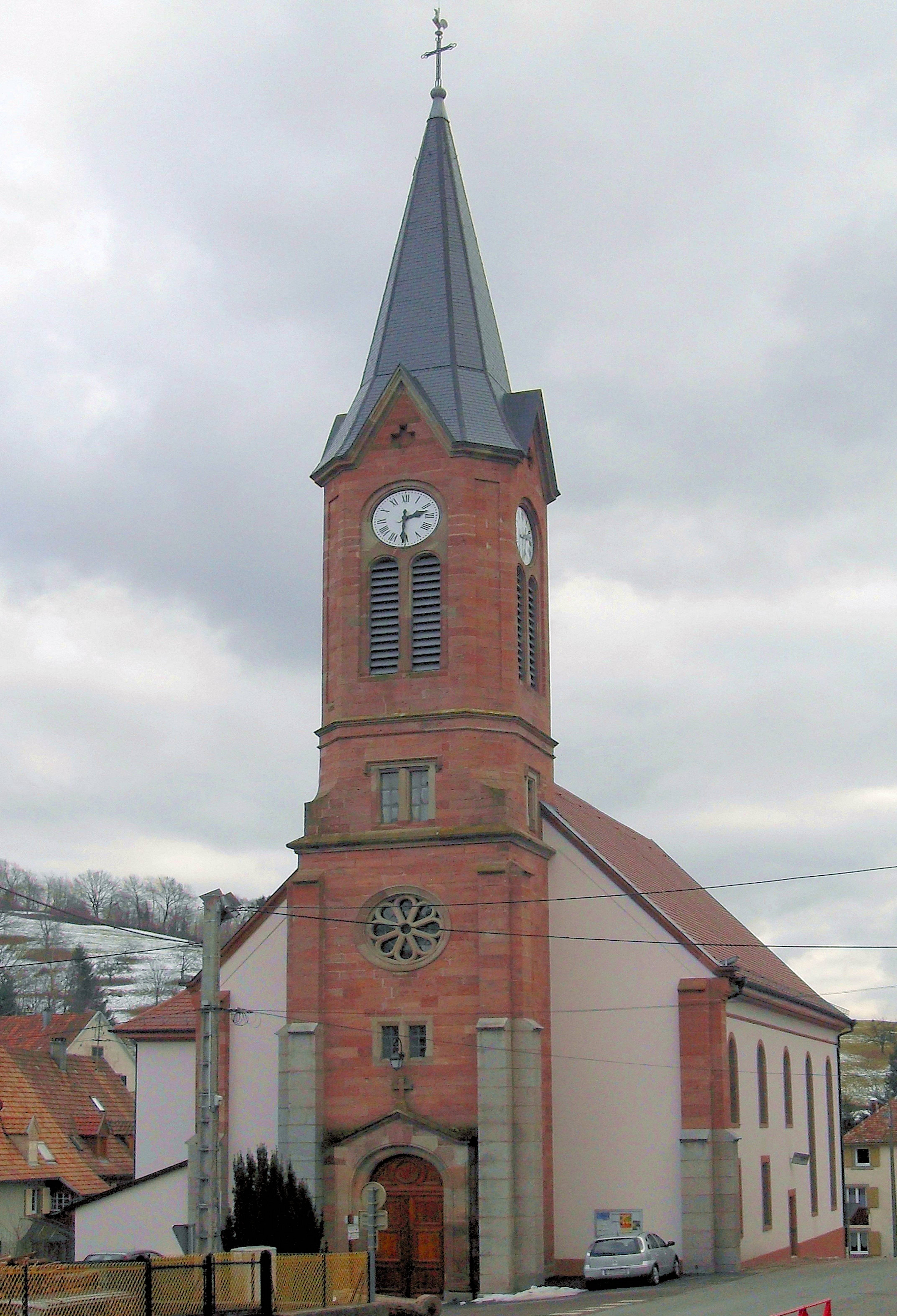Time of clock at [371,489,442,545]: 2:30
